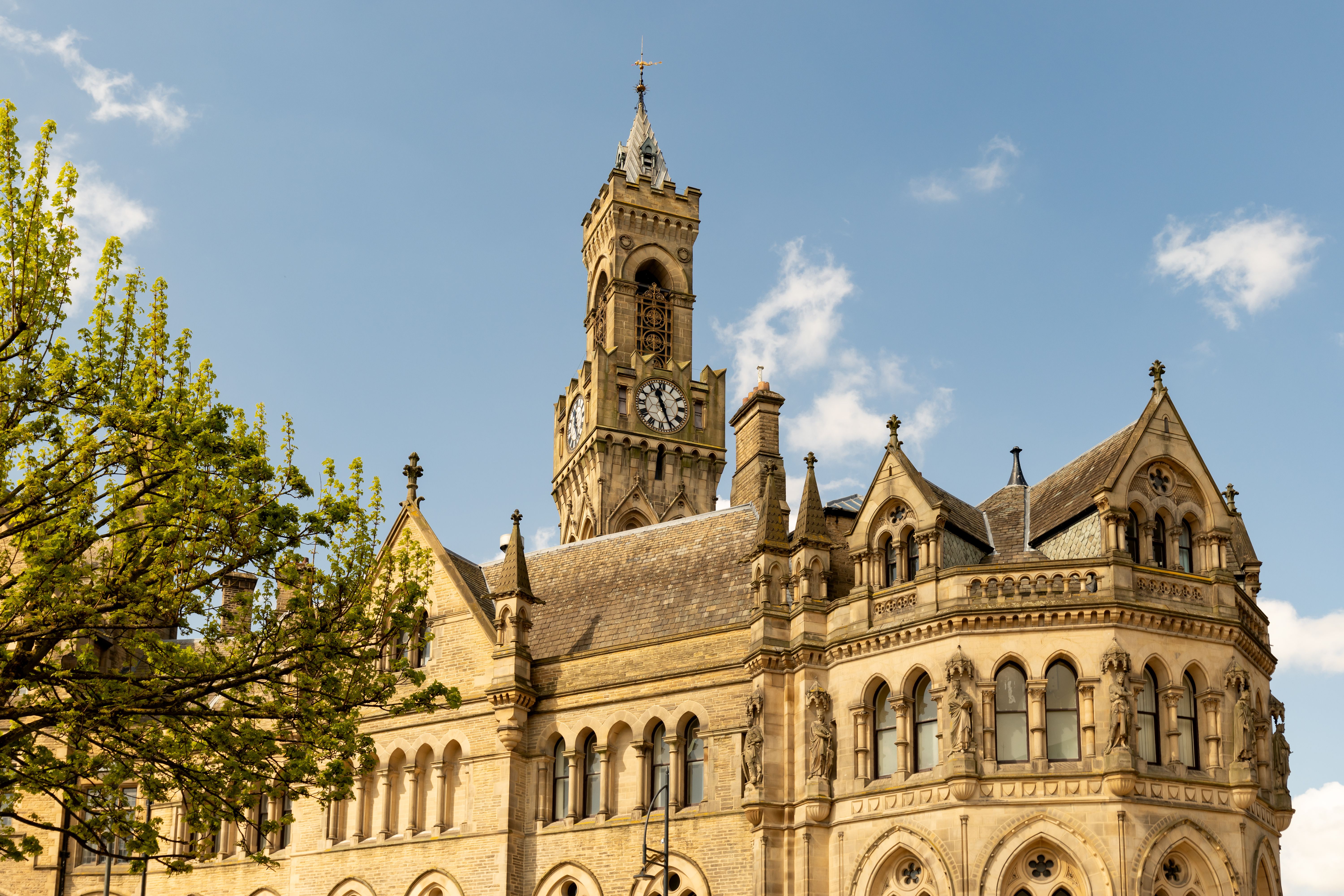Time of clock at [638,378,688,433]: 11:25
